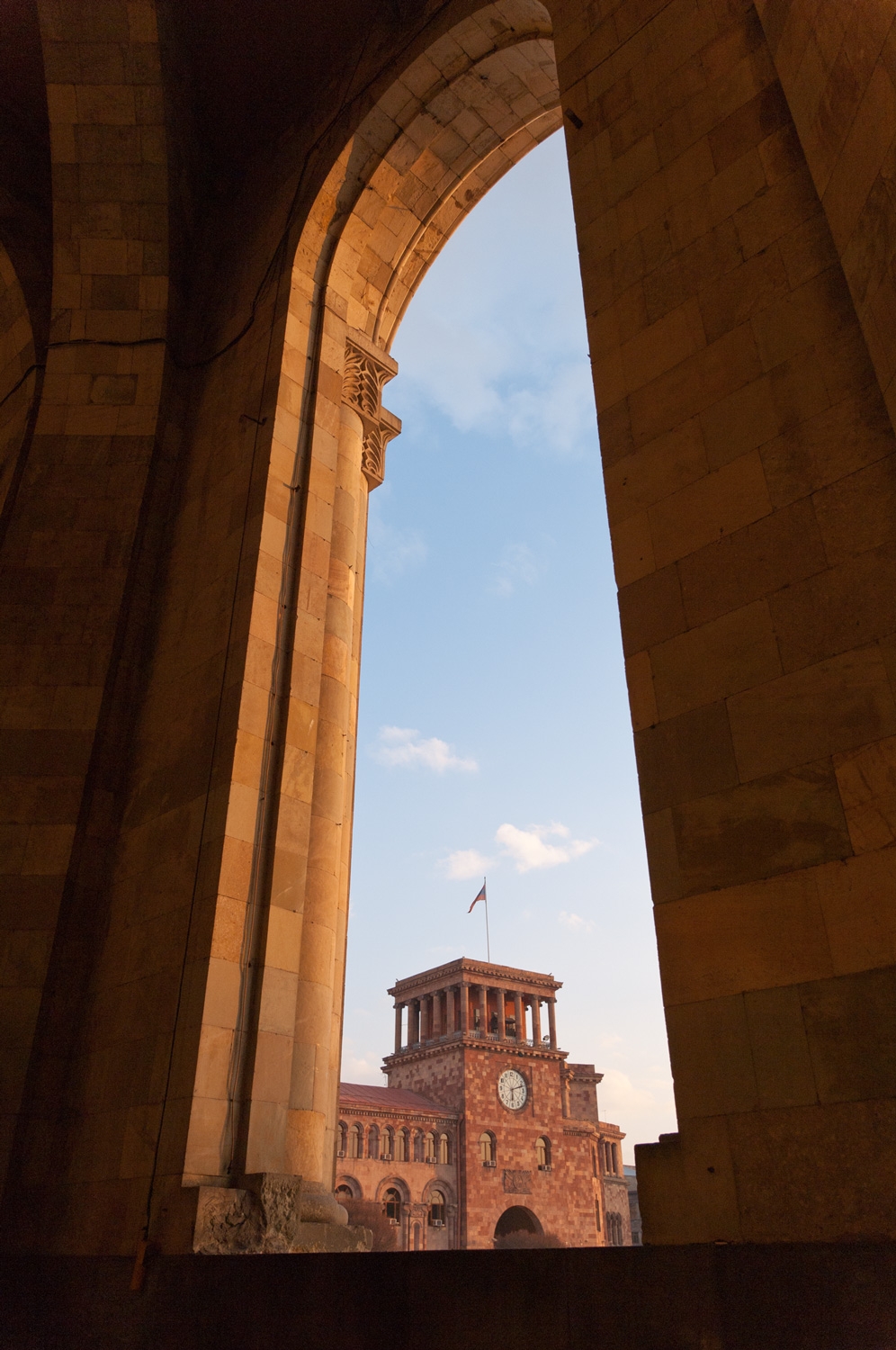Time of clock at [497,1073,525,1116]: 6:12
